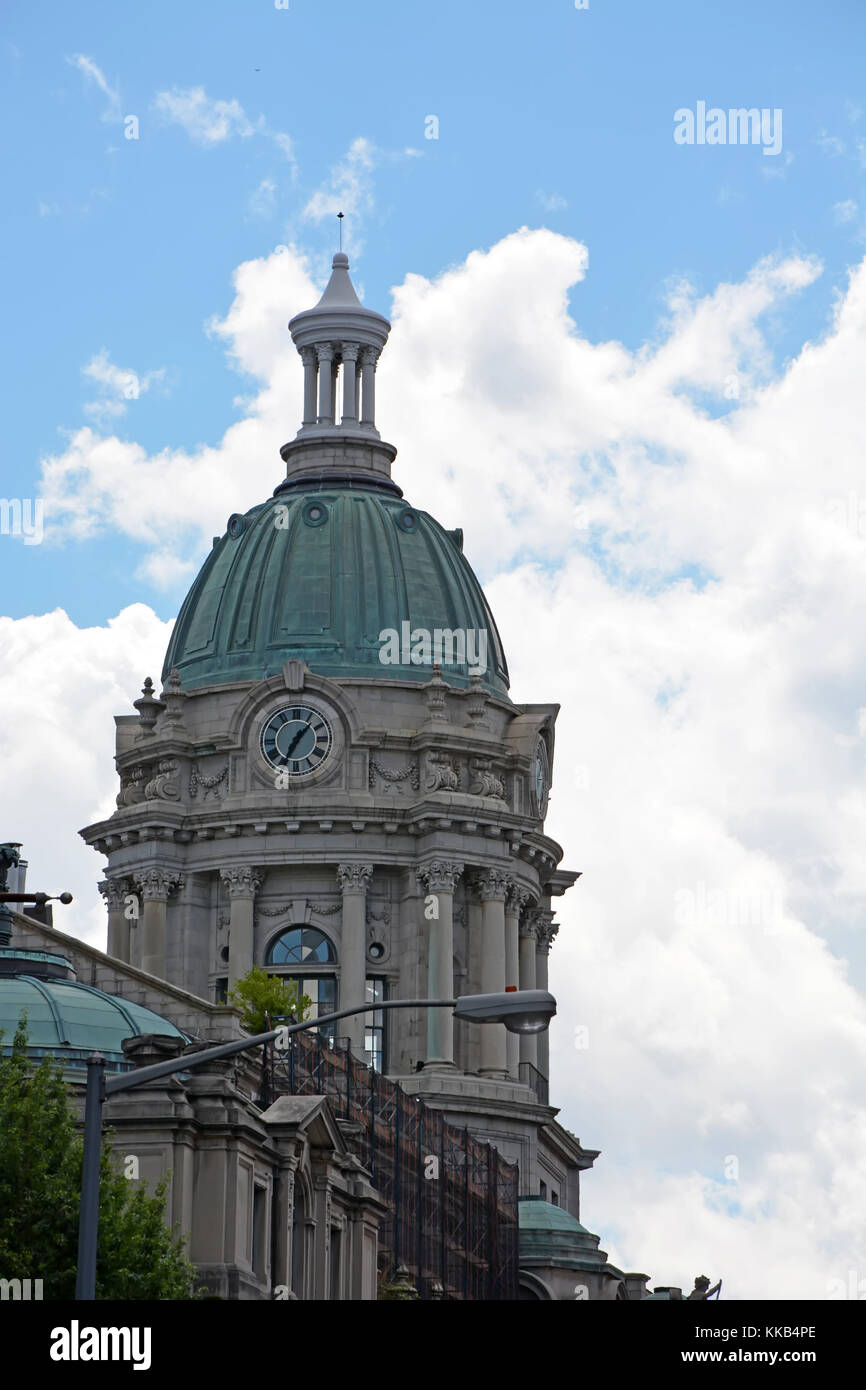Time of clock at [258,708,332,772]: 1:34
